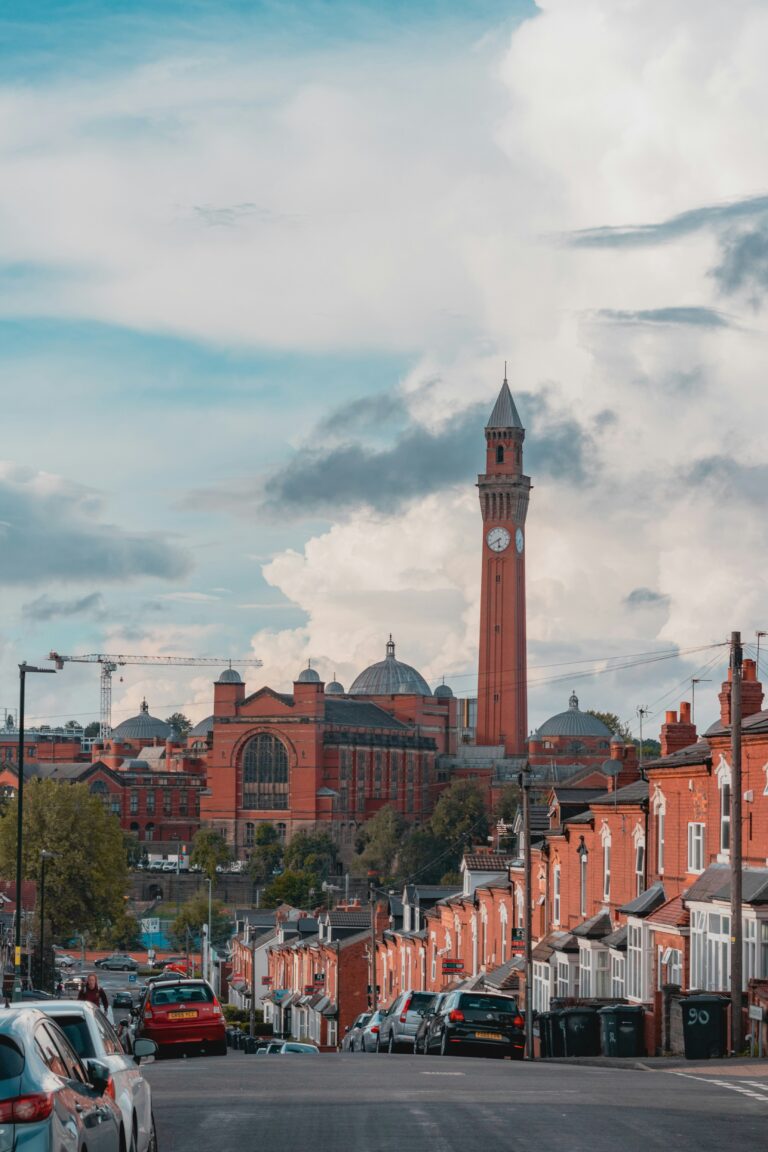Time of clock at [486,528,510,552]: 5:40
